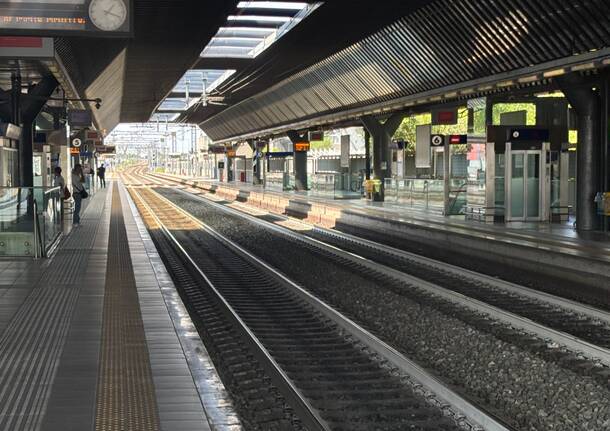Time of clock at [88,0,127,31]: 1:18
